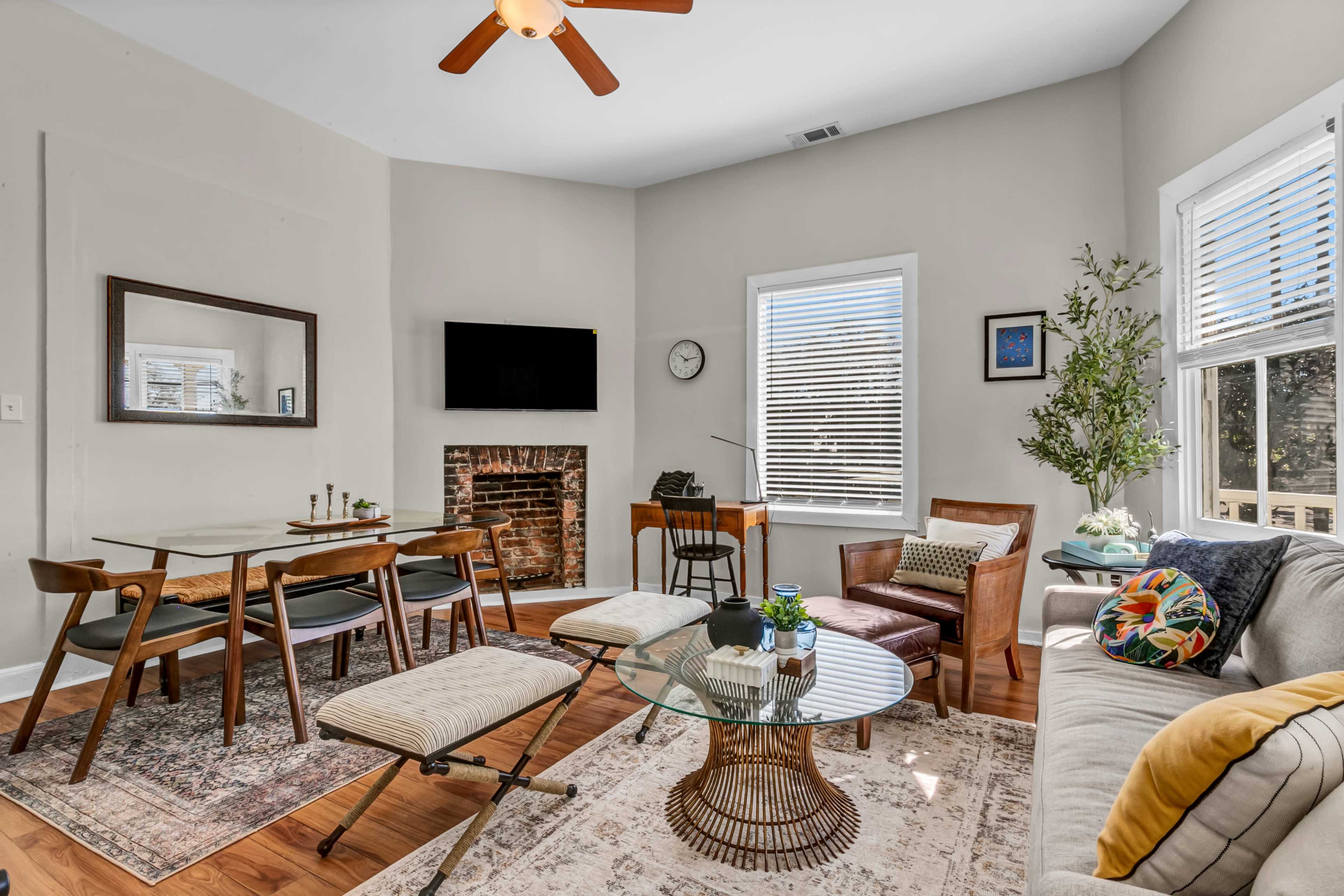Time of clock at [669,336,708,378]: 10:13
